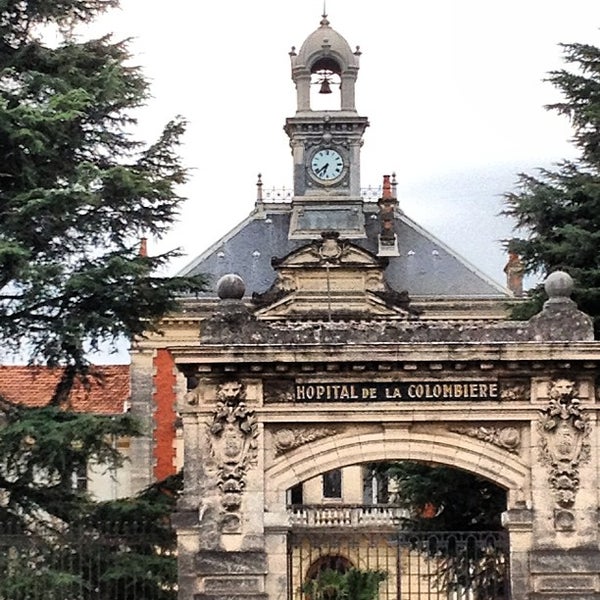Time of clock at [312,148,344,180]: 6:38
